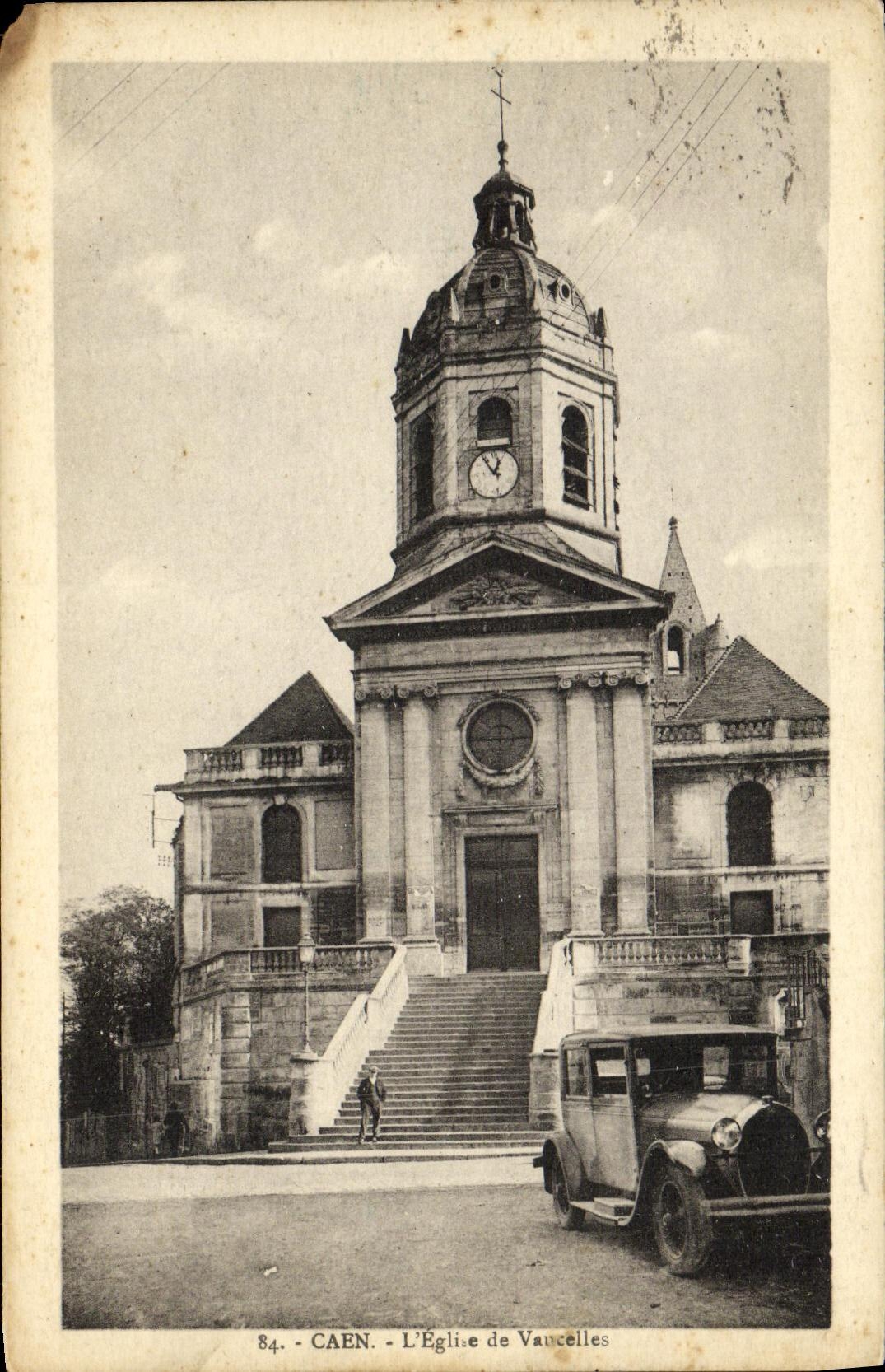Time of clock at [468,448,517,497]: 12:54
